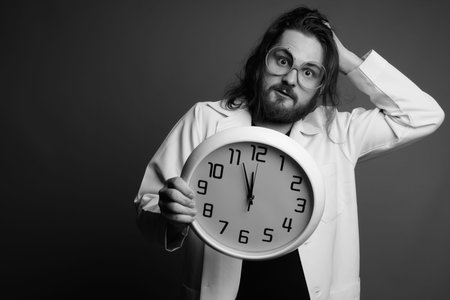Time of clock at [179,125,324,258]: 11:56
